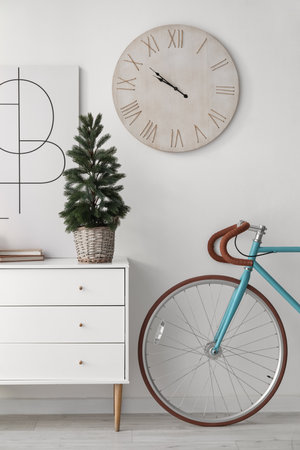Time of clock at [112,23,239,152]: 9:50
